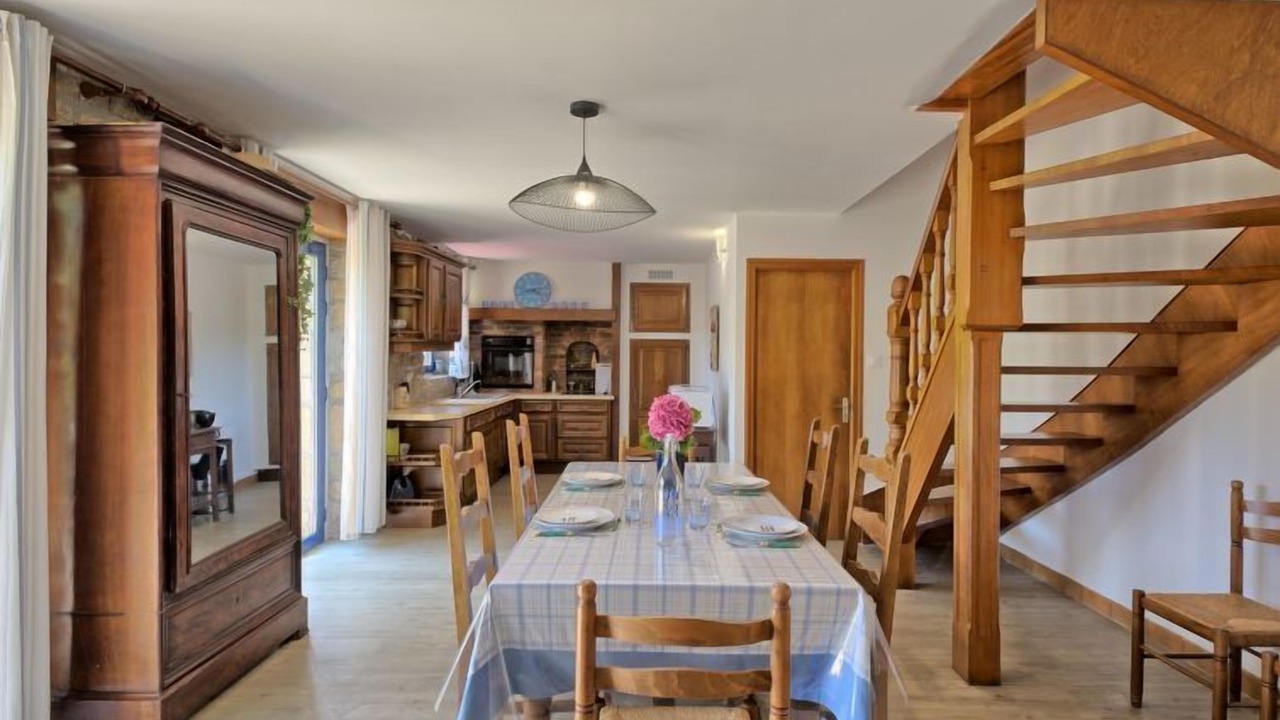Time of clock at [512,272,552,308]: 4:12
